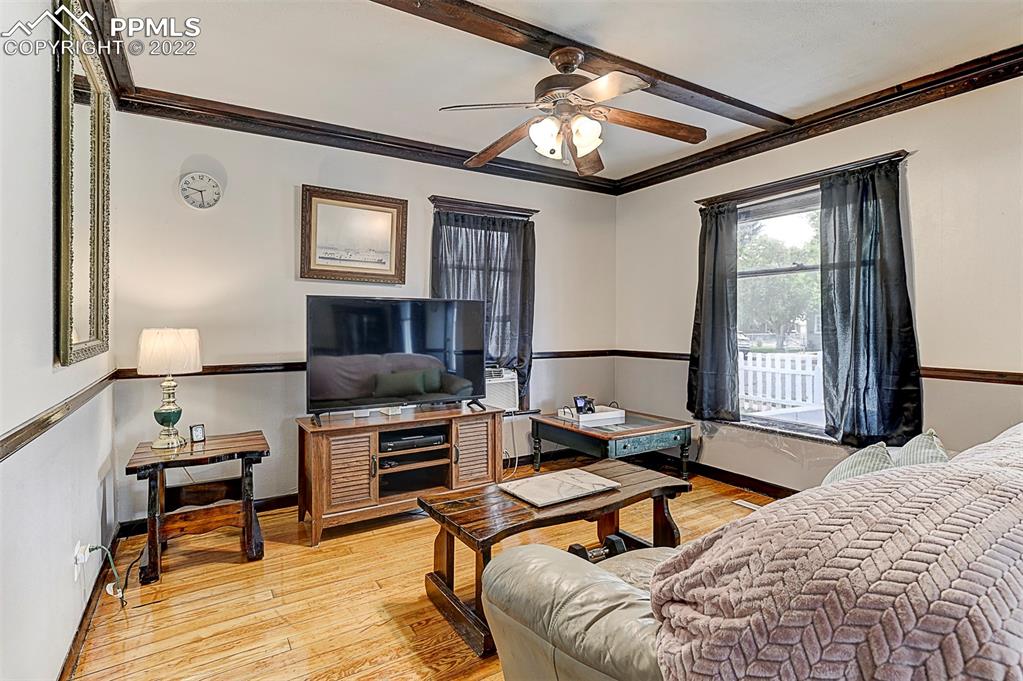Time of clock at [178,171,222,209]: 9:28
